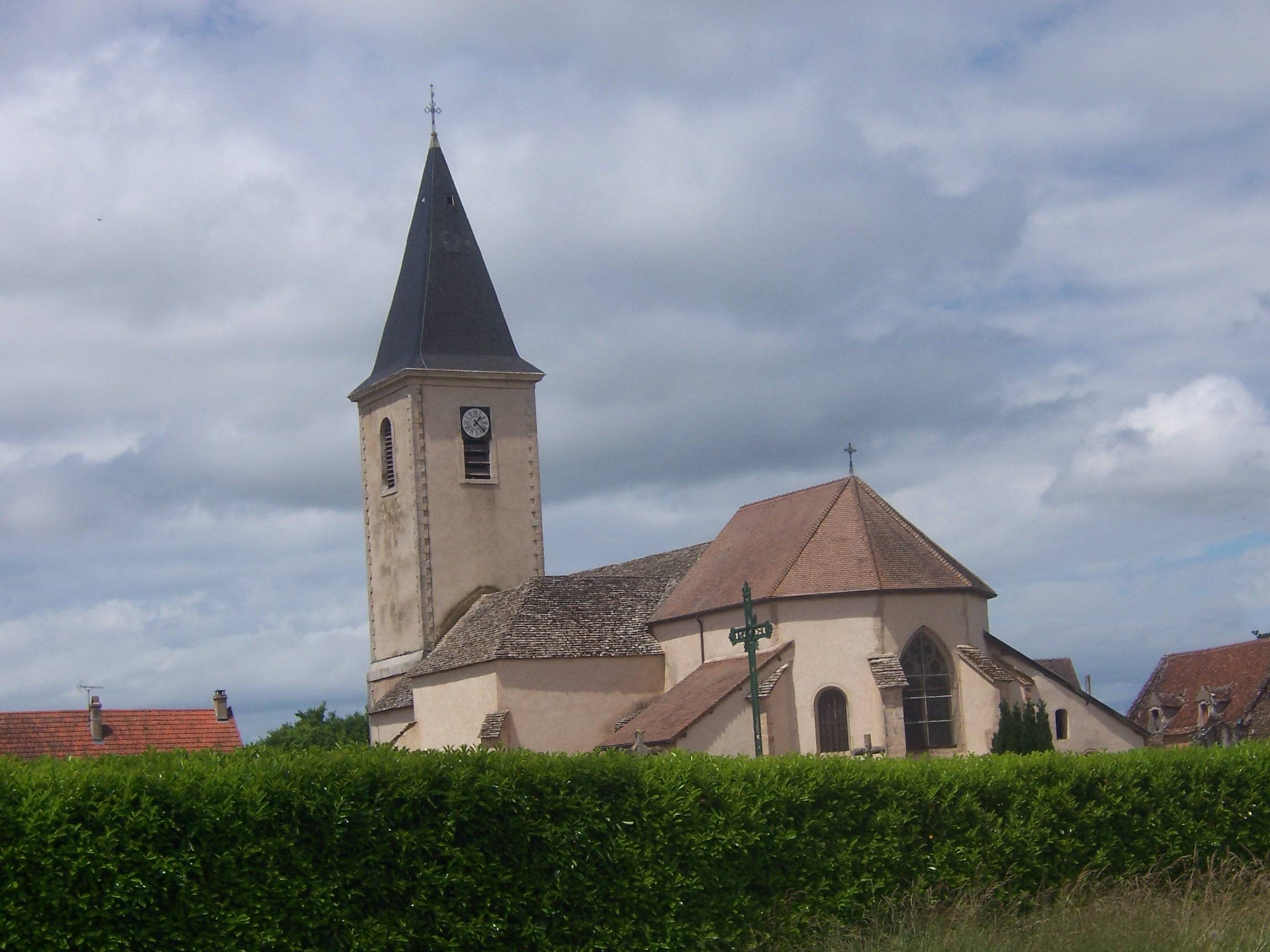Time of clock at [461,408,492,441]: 1:22
